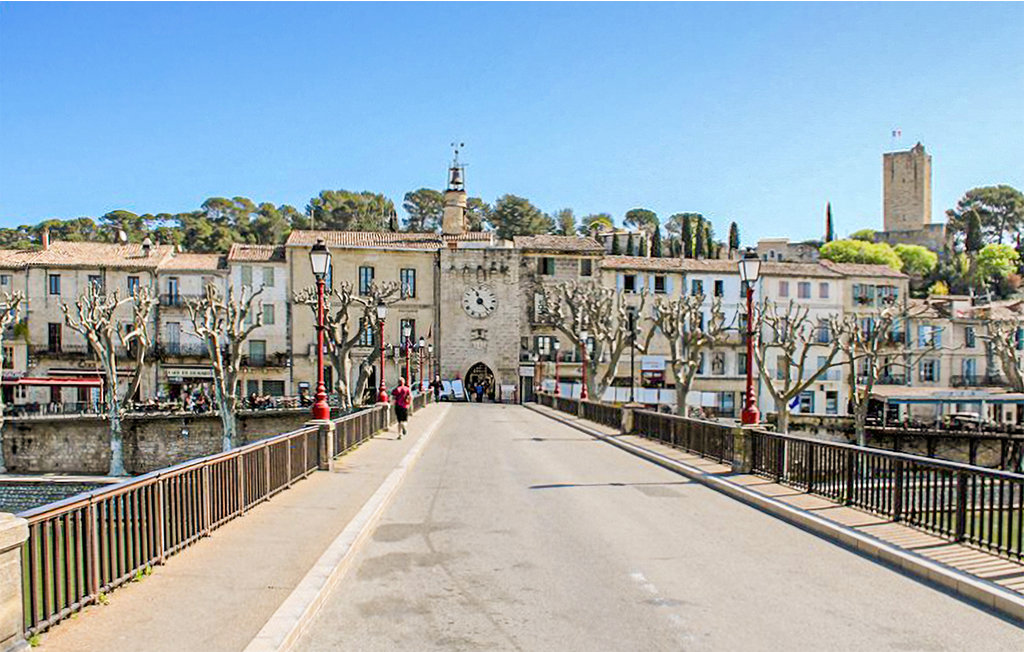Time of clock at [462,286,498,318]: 11:23
